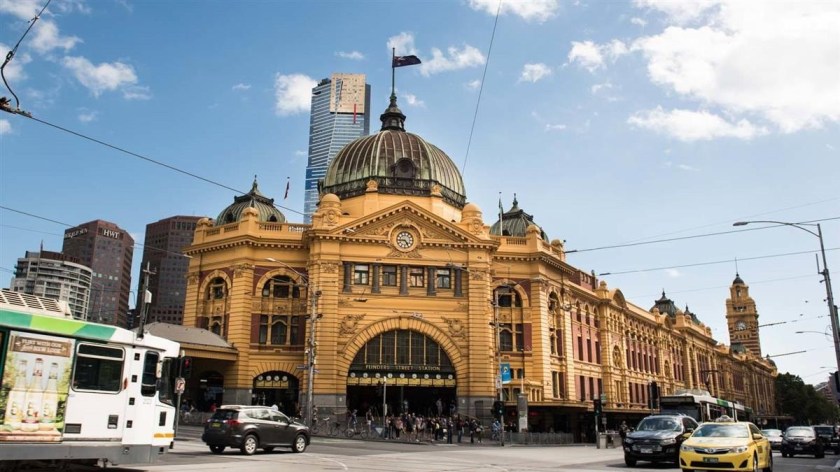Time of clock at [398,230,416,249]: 4:44
